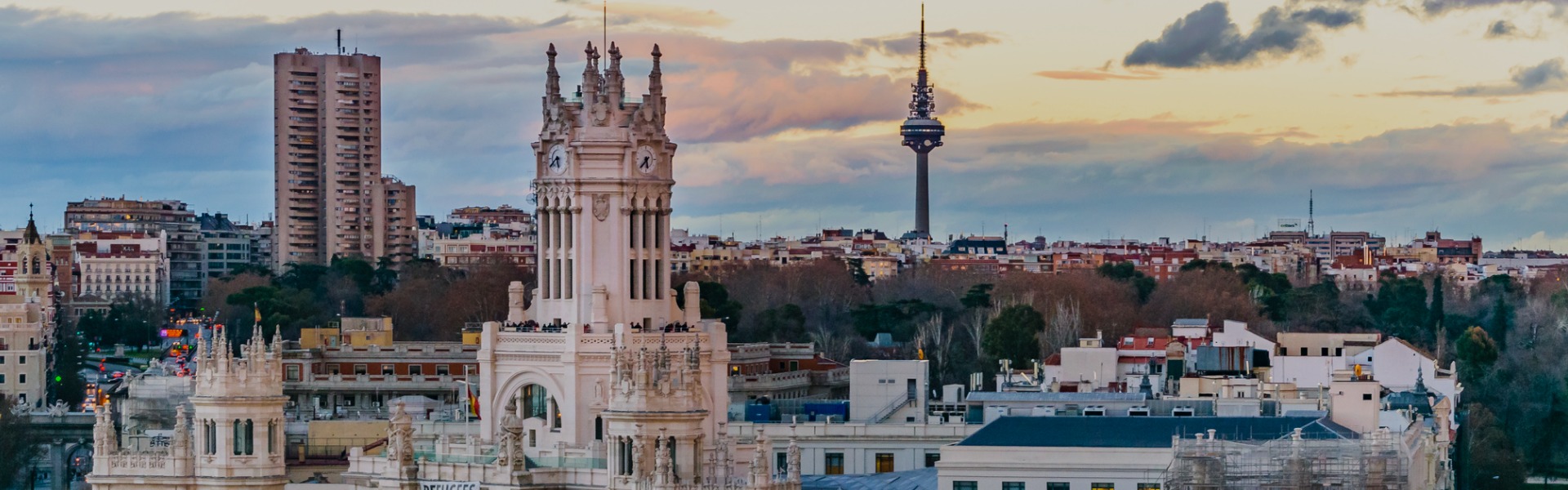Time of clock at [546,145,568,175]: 5:38
